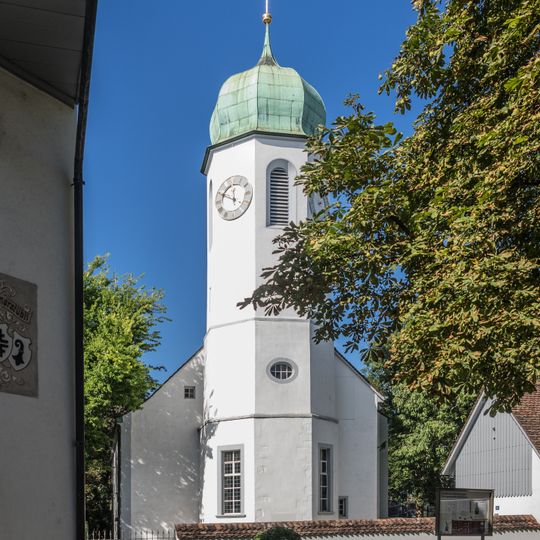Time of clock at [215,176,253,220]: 11:49
